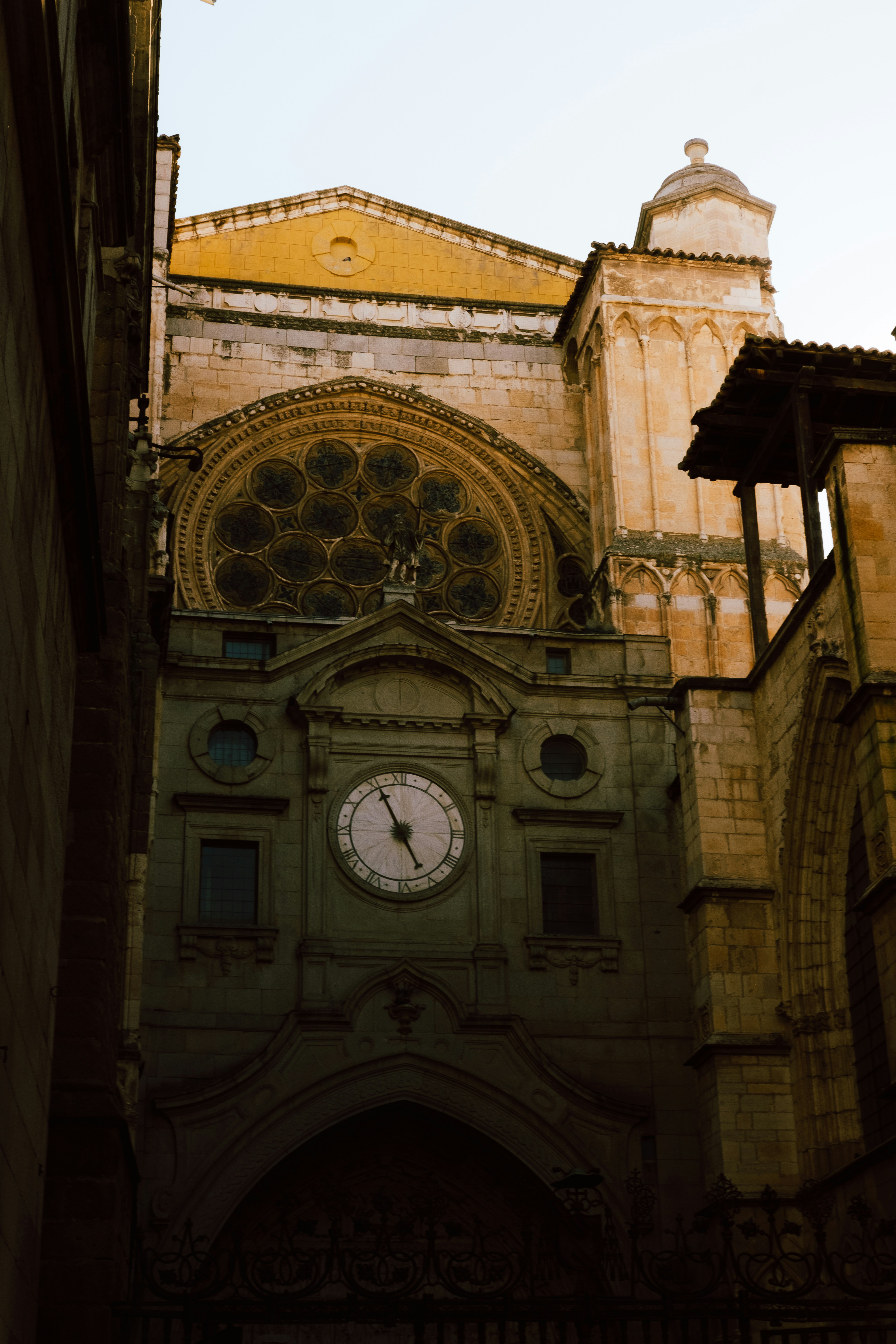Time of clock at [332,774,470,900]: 4:55
